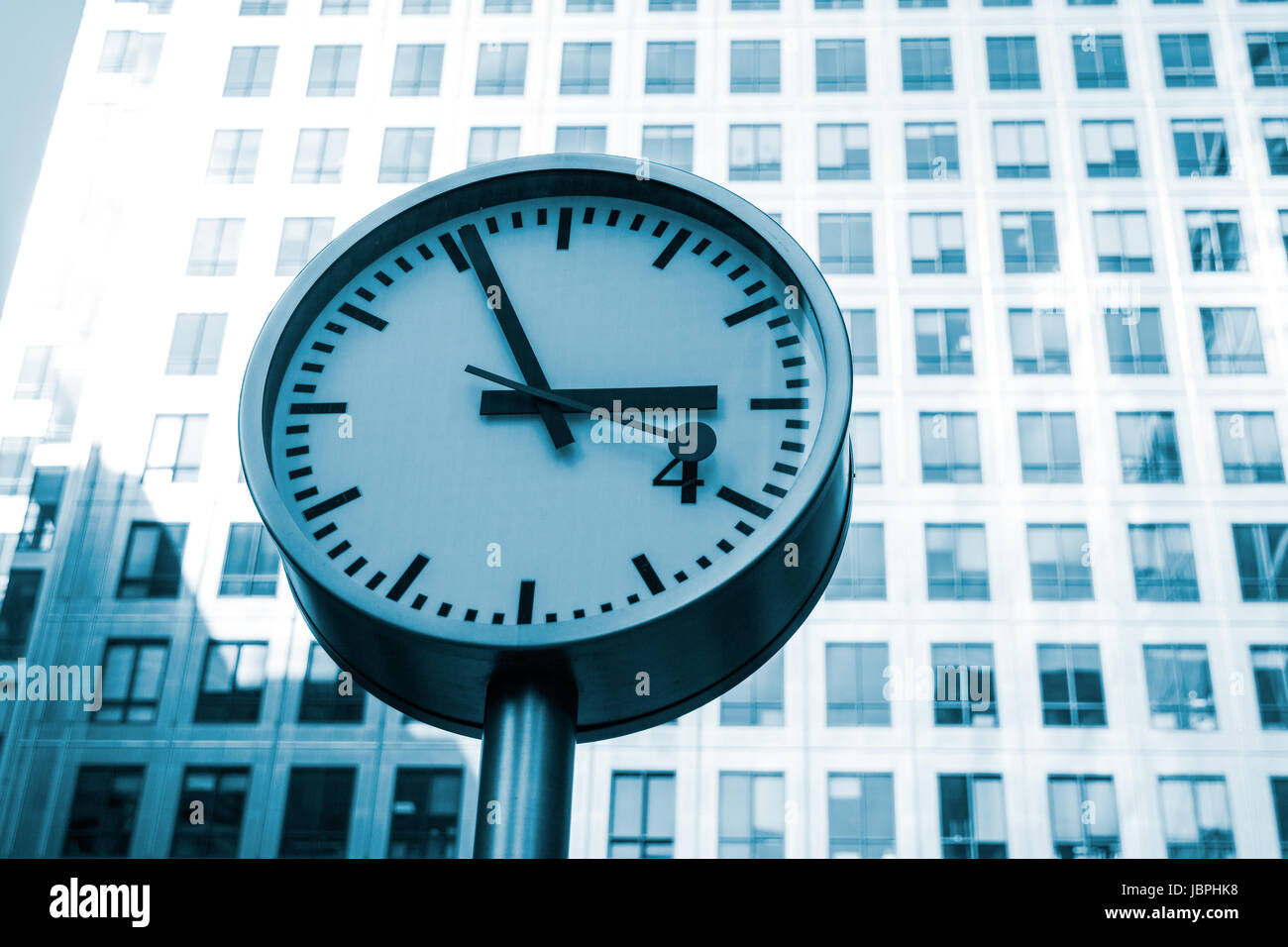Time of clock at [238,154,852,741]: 2:55
